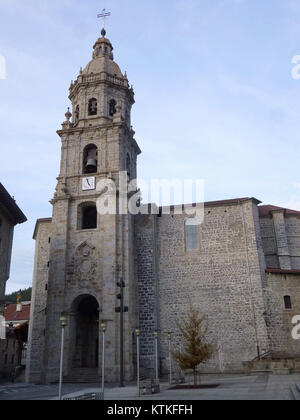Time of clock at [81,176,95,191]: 4:57
